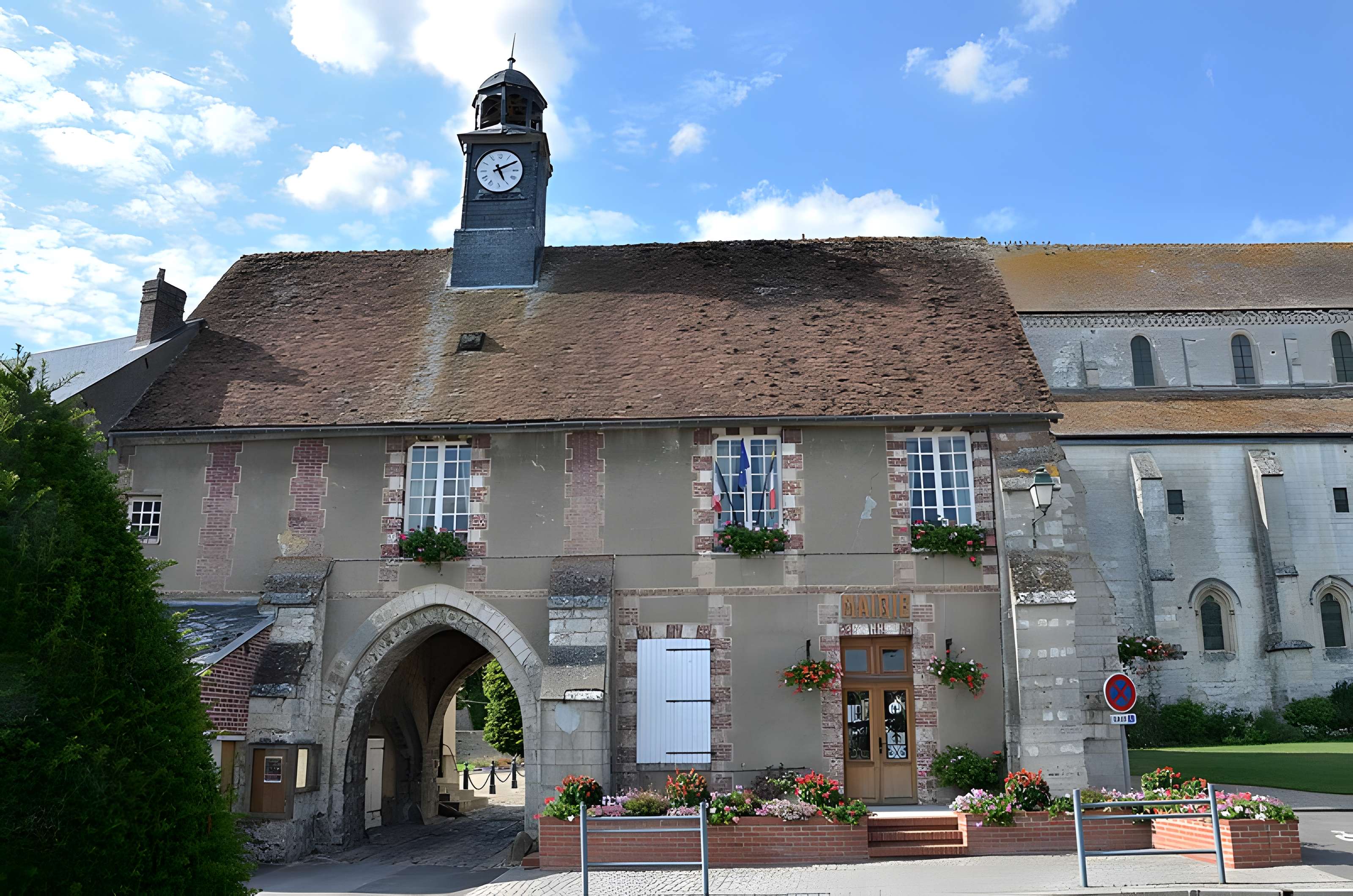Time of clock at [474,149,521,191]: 5:10
